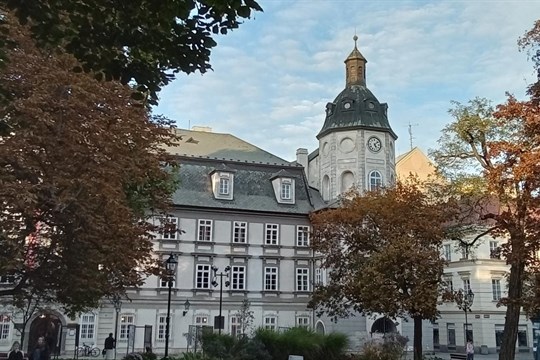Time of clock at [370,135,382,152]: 5:08
